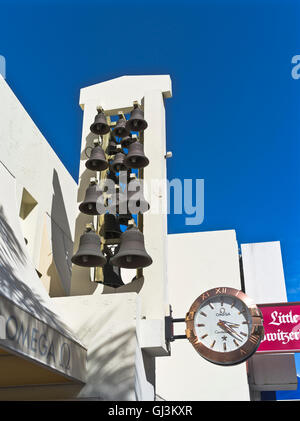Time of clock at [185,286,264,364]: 3:23
